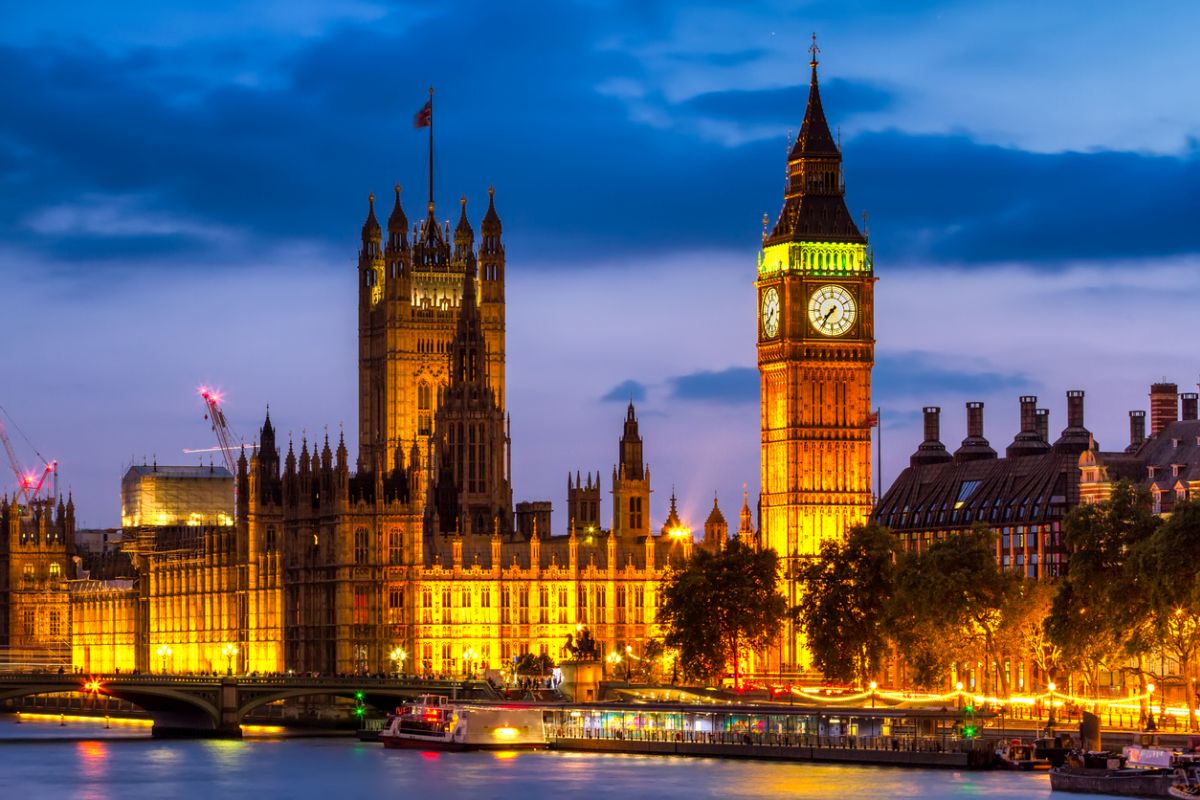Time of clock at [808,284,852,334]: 7:36
